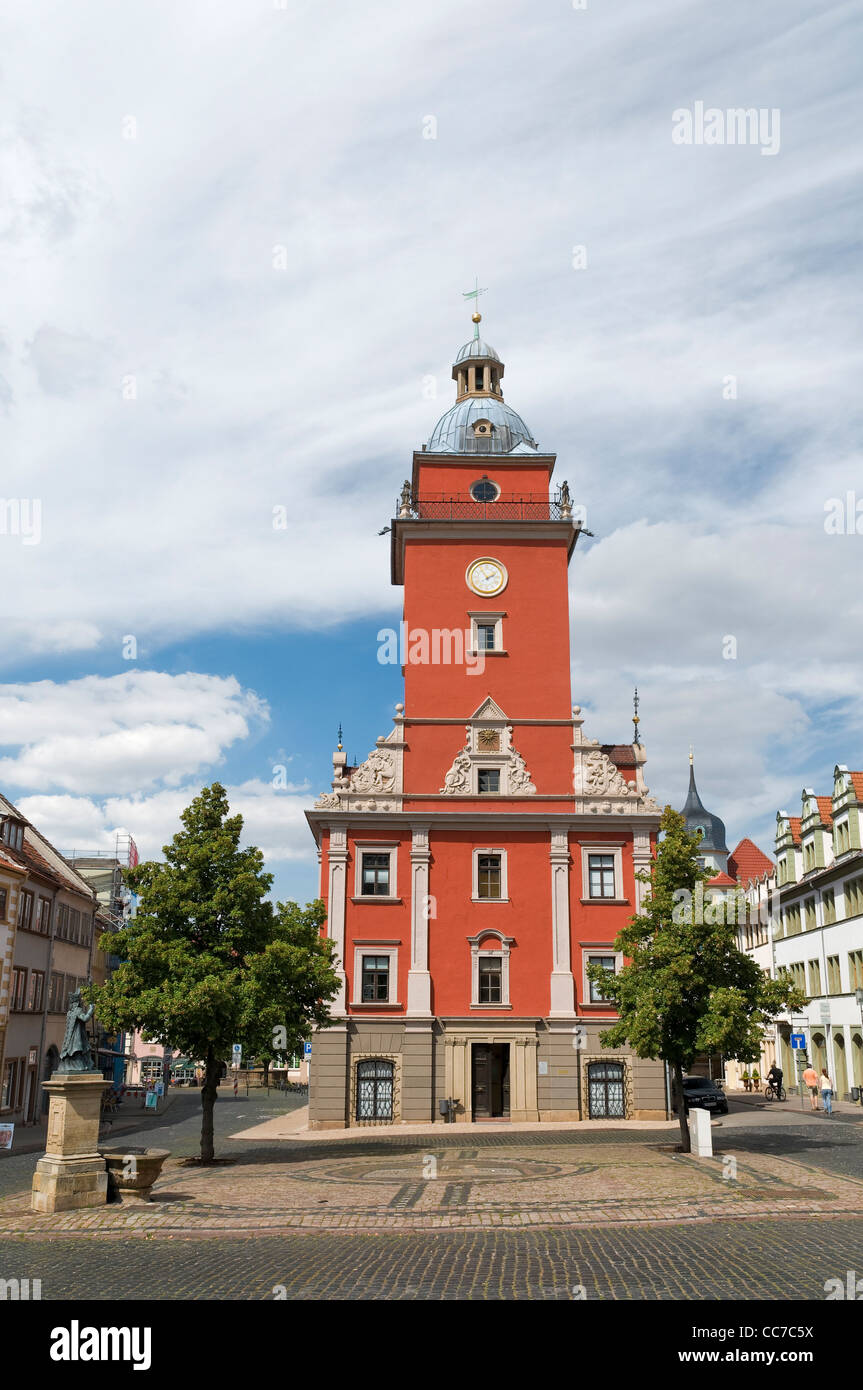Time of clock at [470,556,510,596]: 1:54
